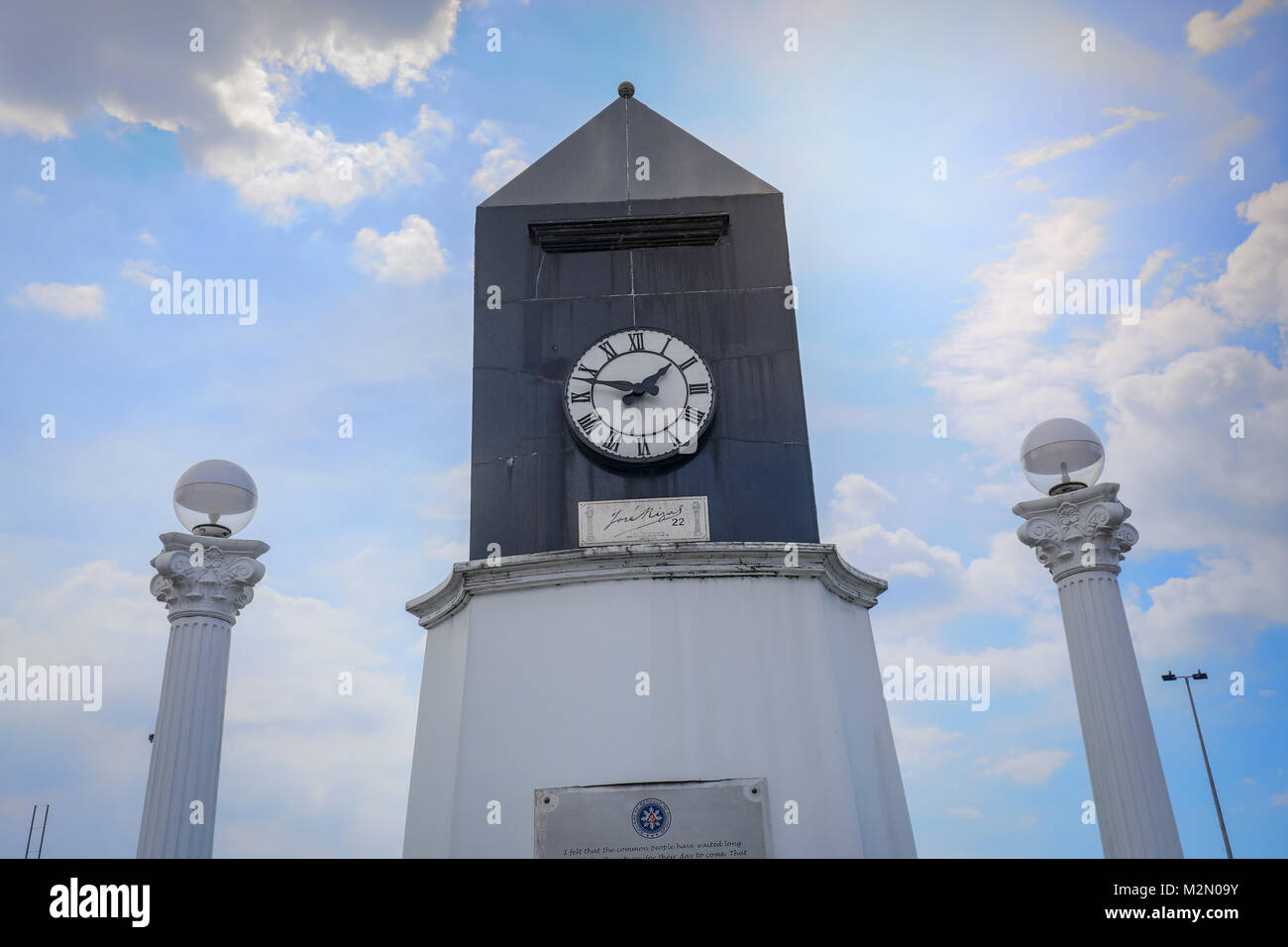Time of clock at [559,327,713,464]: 1:47
